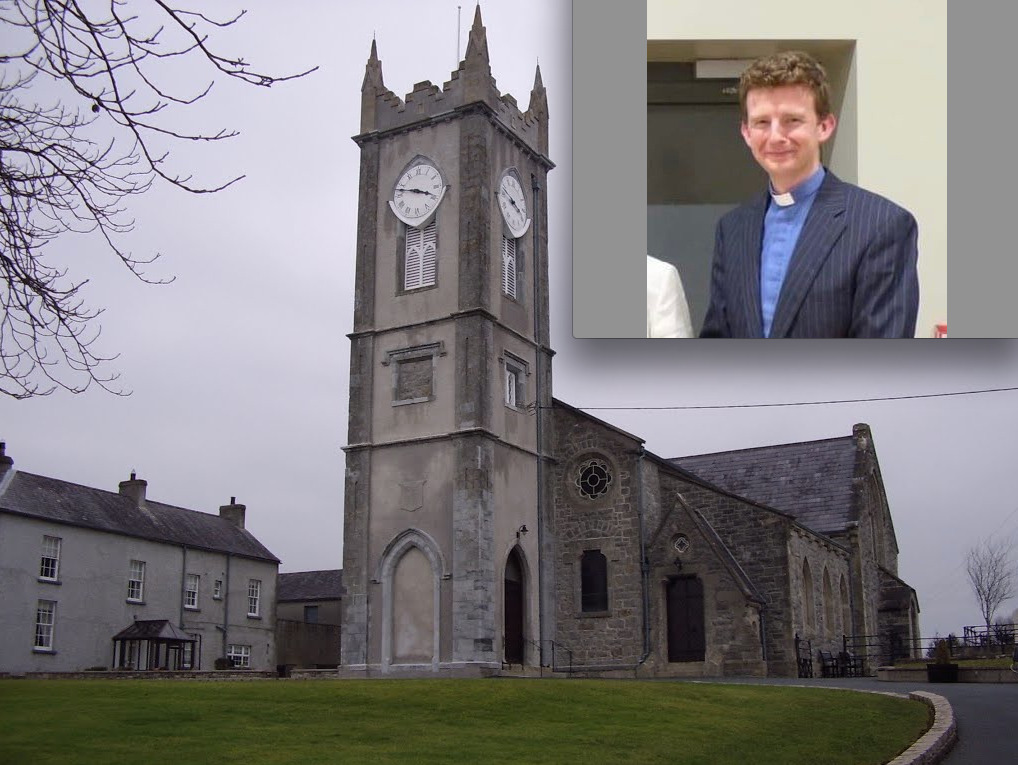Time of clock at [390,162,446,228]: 3:47
